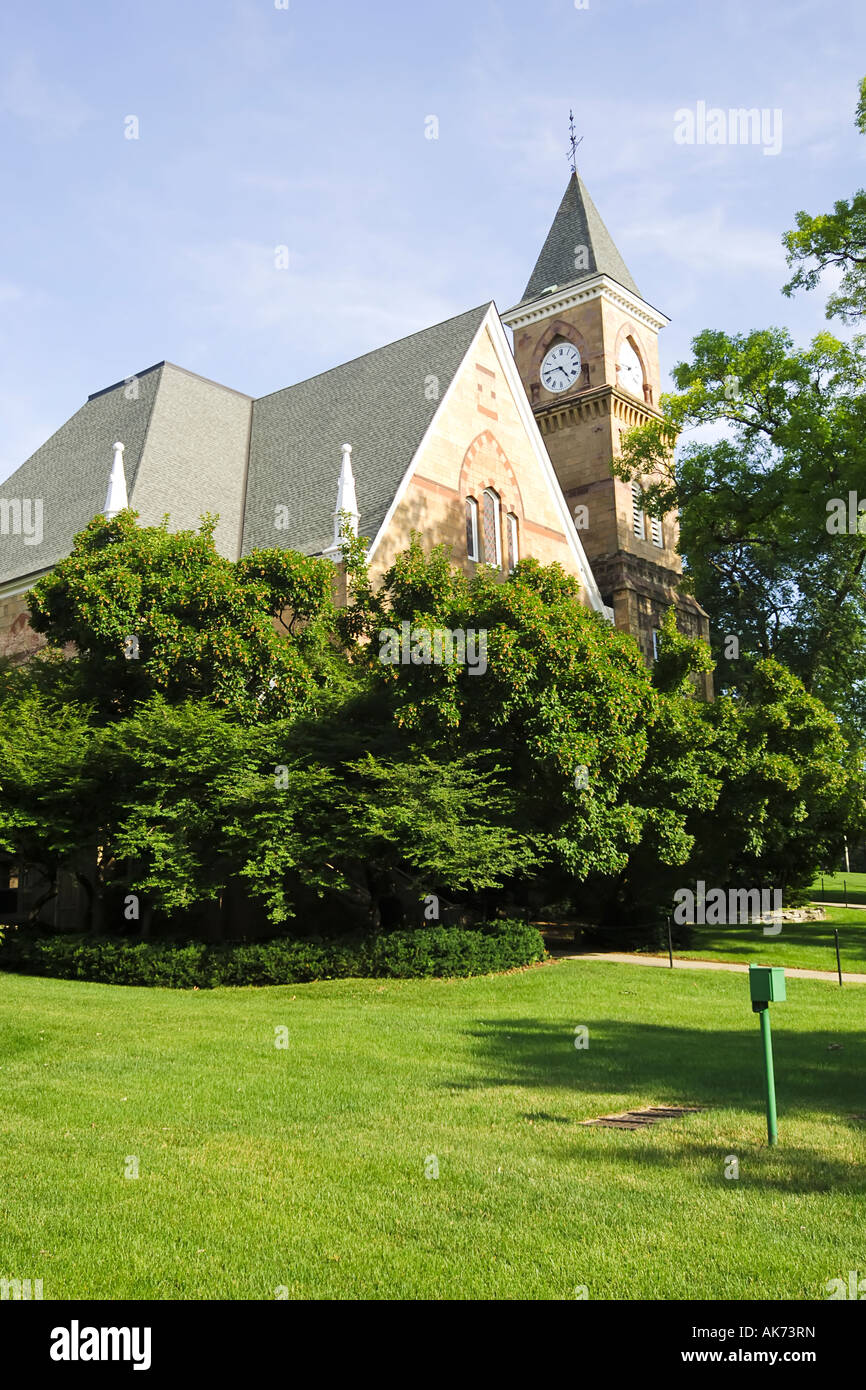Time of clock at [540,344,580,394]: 4:44
